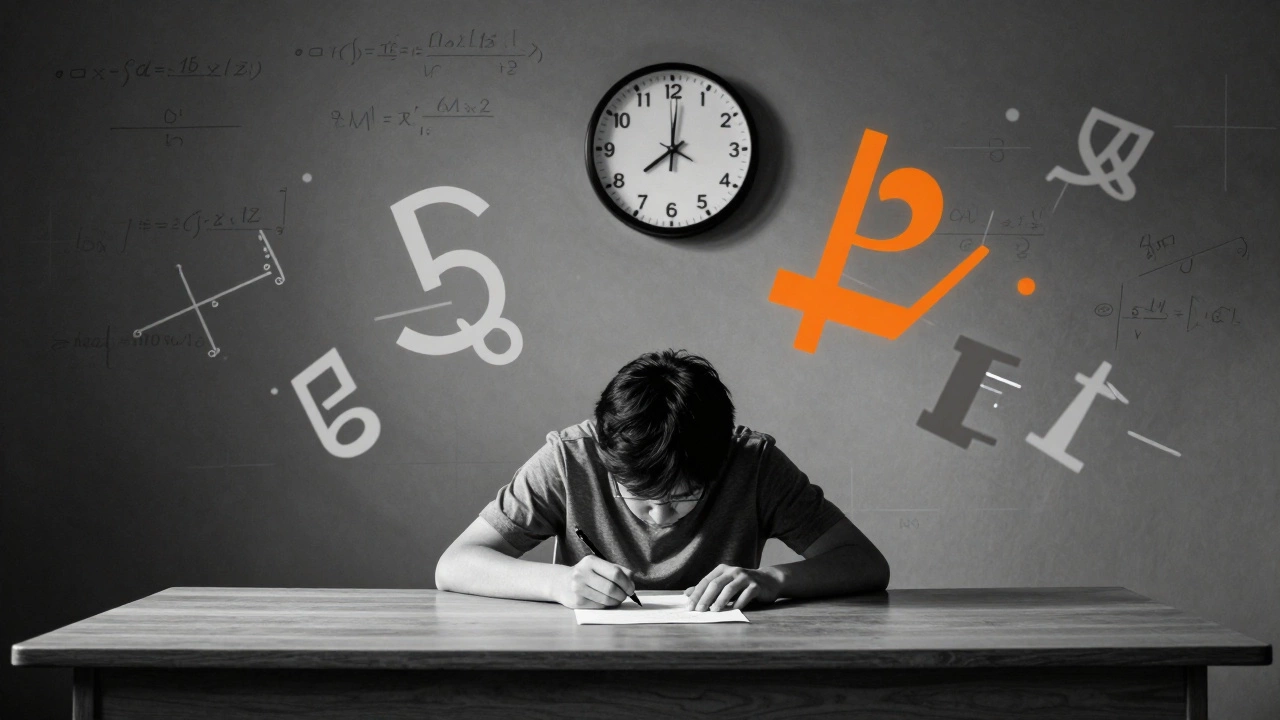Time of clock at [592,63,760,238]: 8:00
